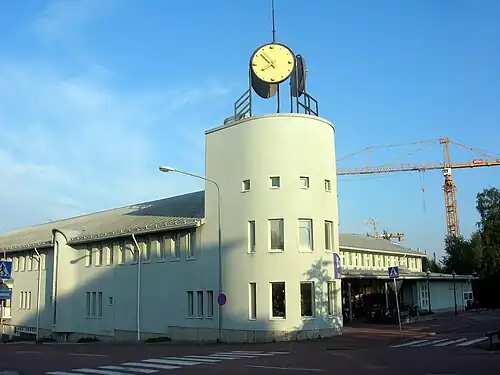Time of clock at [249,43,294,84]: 7:52
